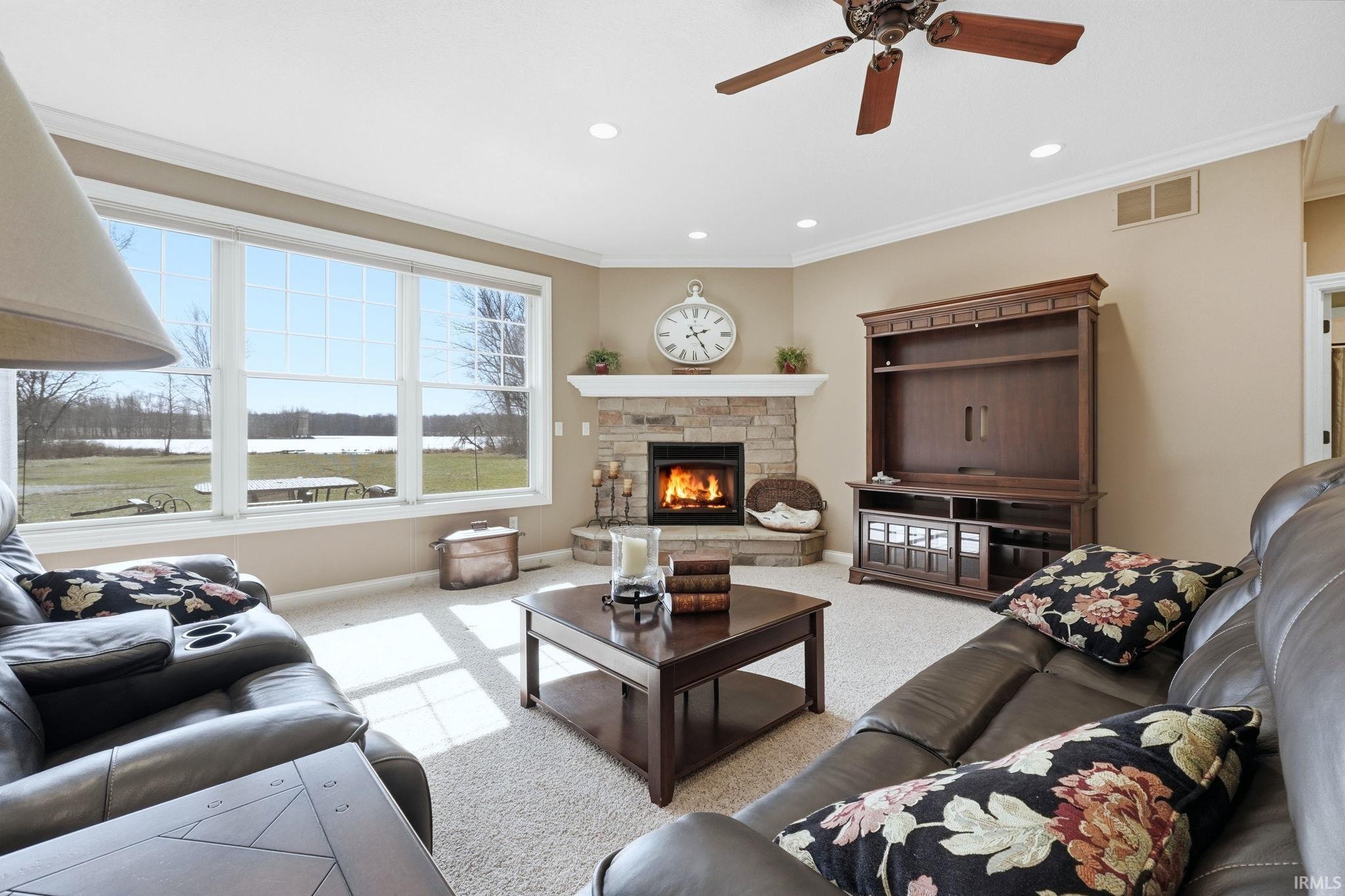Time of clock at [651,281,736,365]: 2:24
